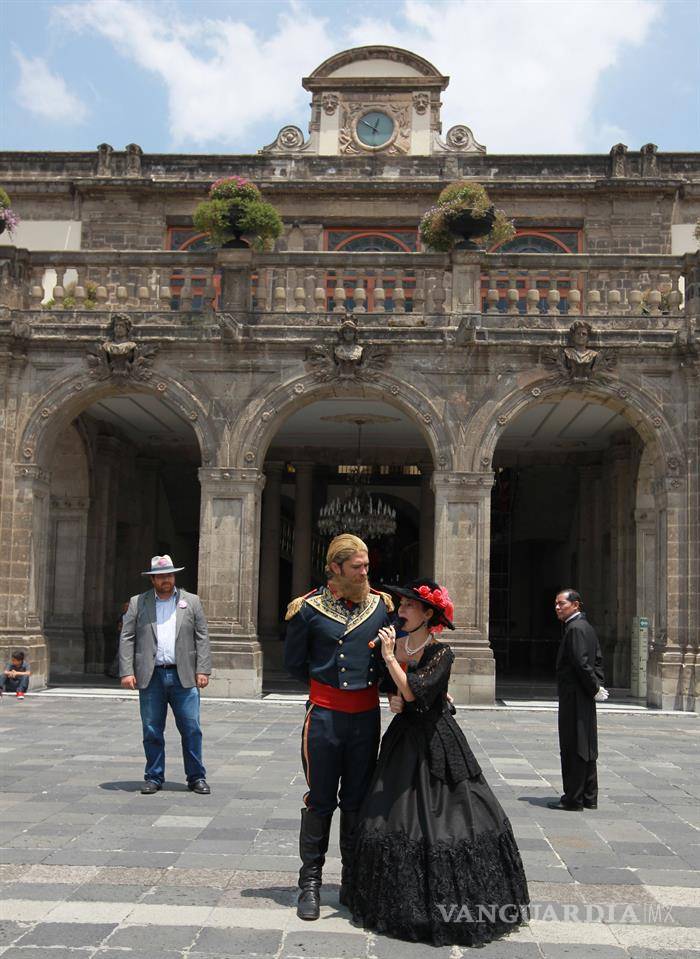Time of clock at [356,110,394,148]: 12:50
